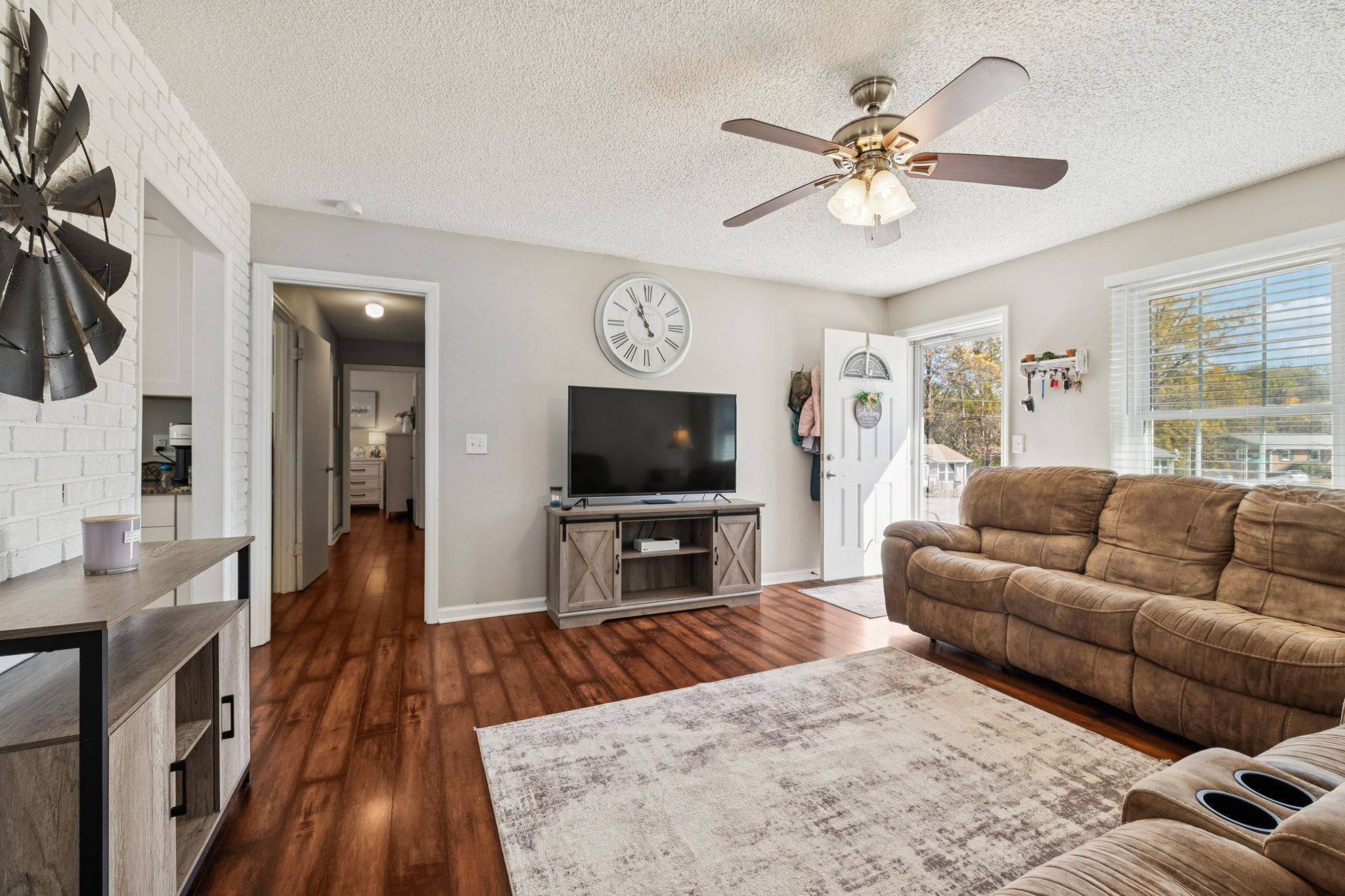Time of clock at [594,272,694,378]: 10:56
